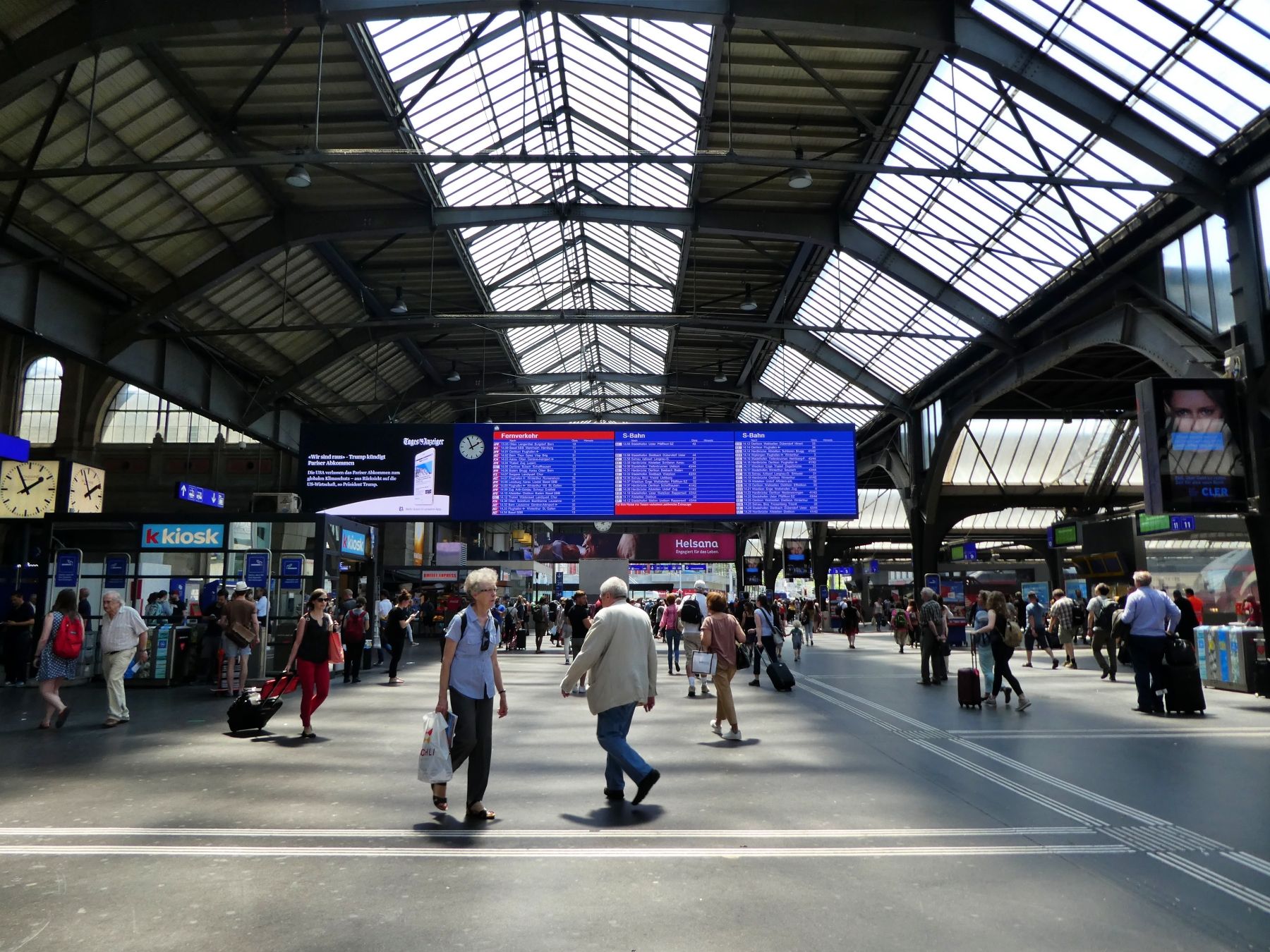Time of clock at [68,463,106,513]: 1:56
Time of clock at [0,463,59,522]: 1:55
